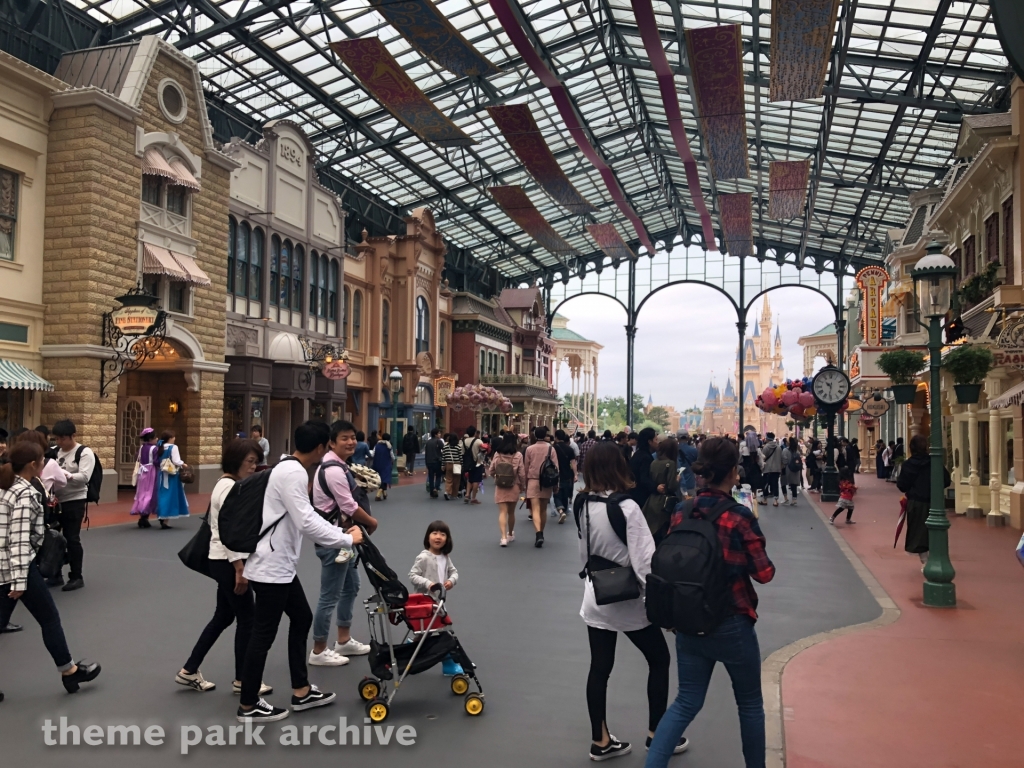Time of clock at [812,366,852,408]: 10:31
